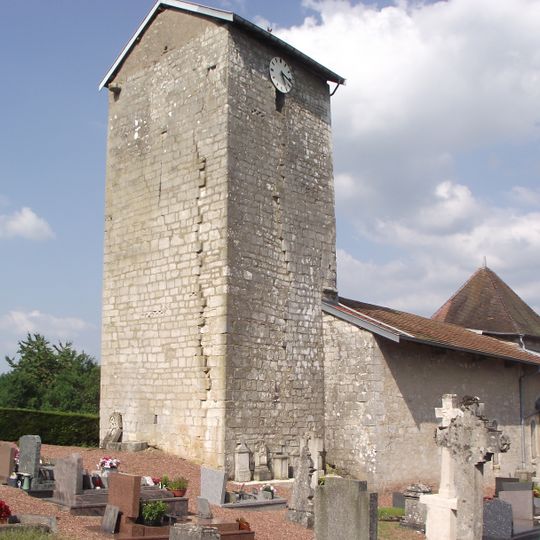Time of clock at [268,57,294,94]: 5:18
